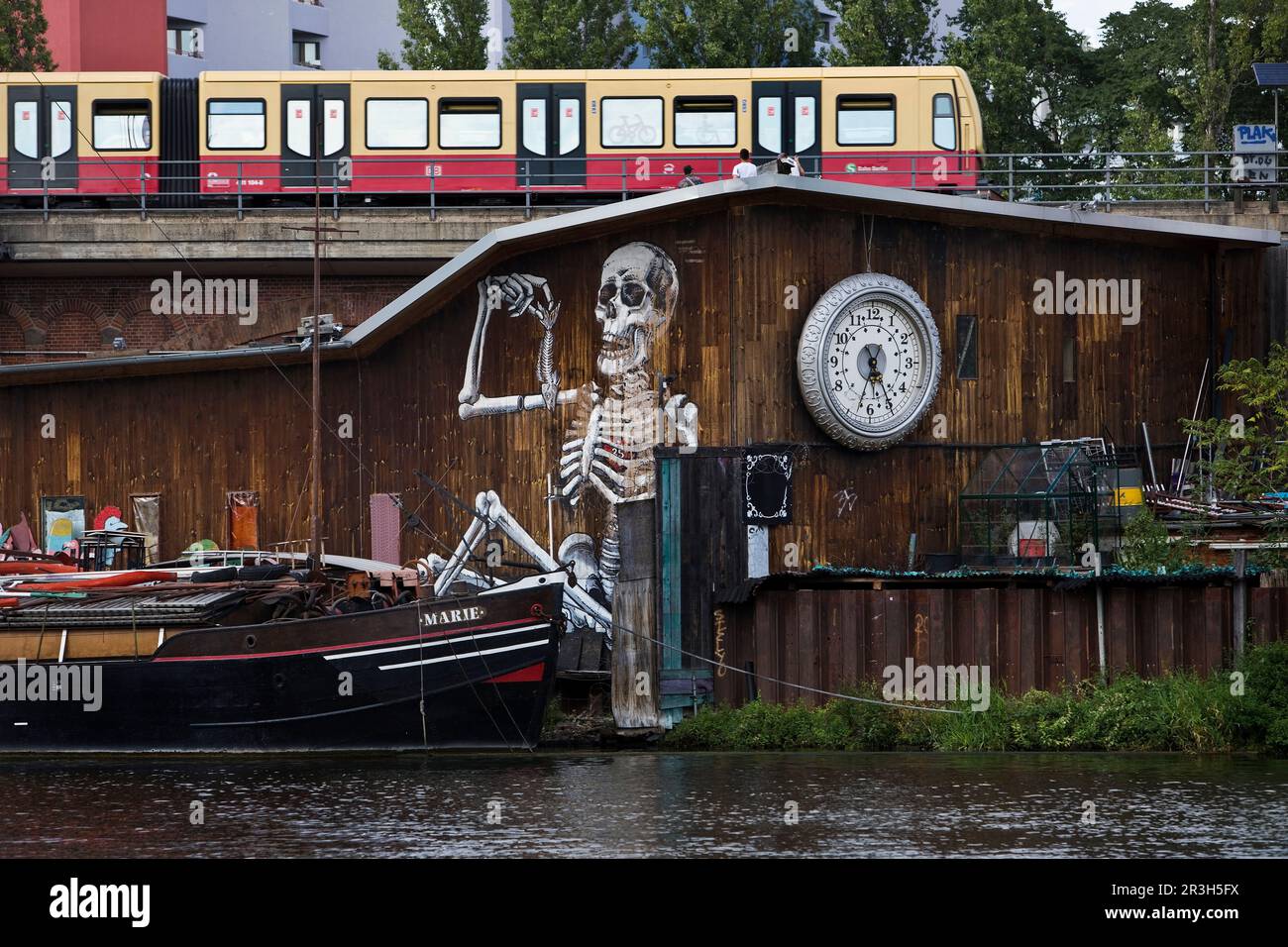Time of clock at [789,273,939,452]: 6:25
